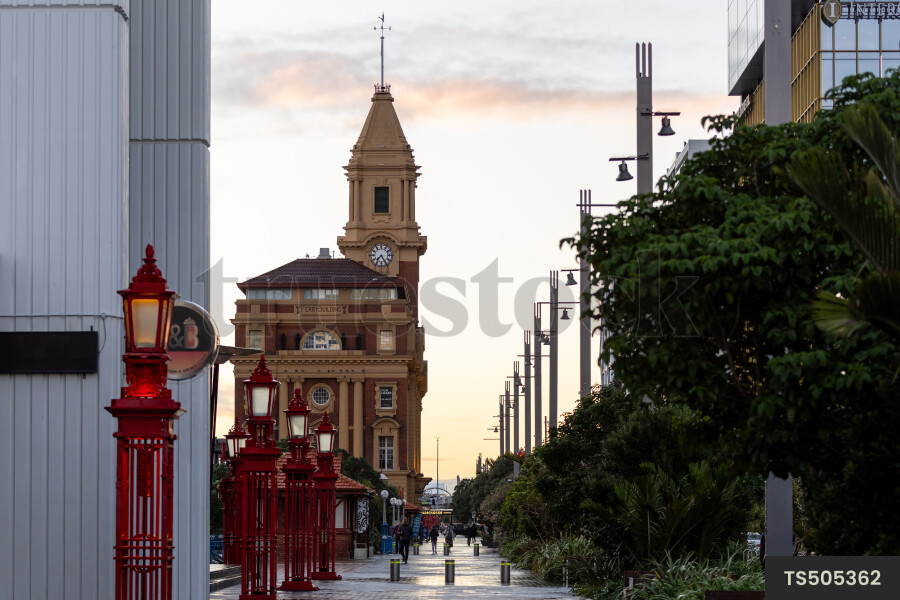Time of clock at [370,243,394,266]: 7:25
